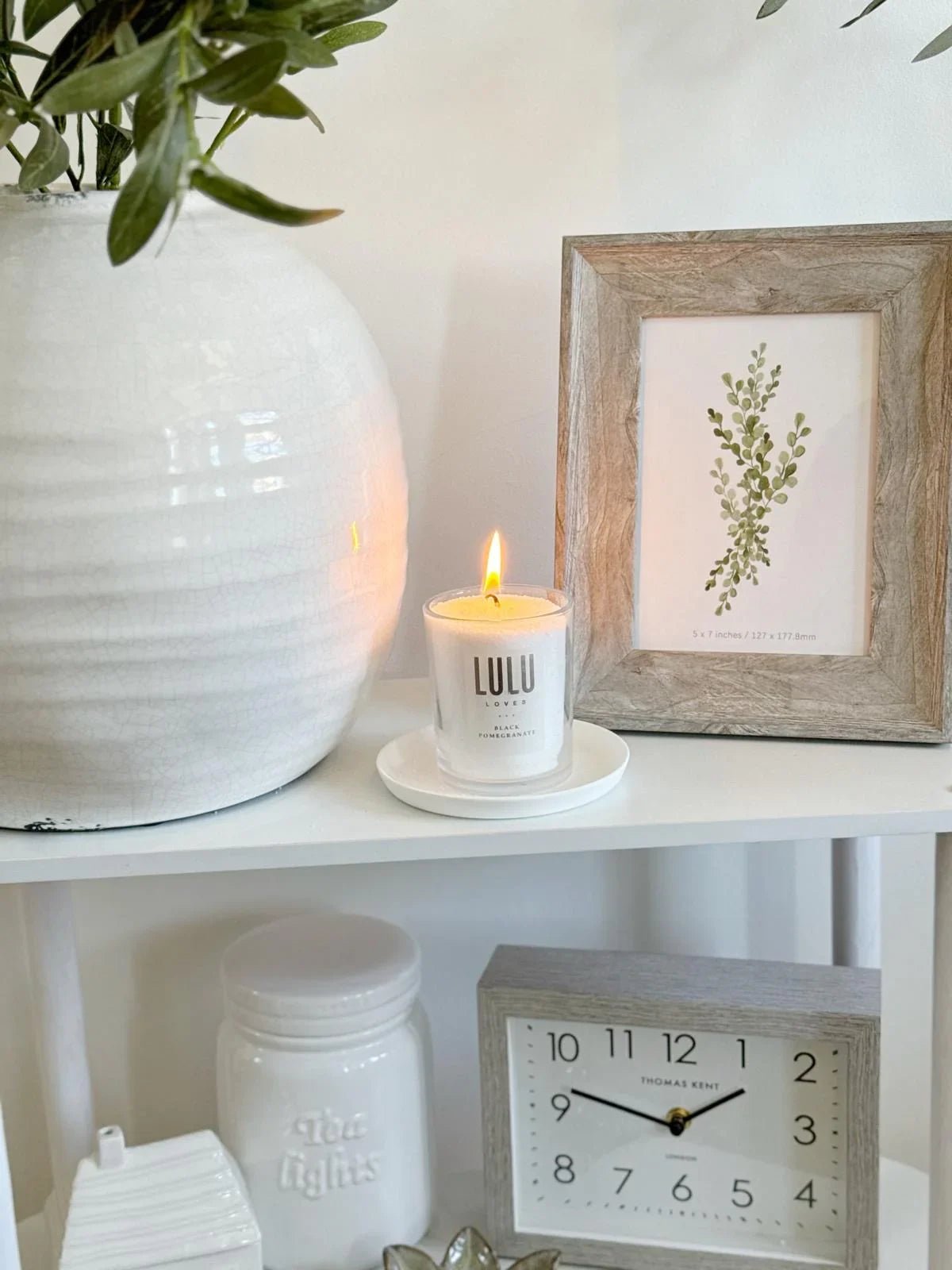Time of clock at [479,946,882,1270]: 1:47
